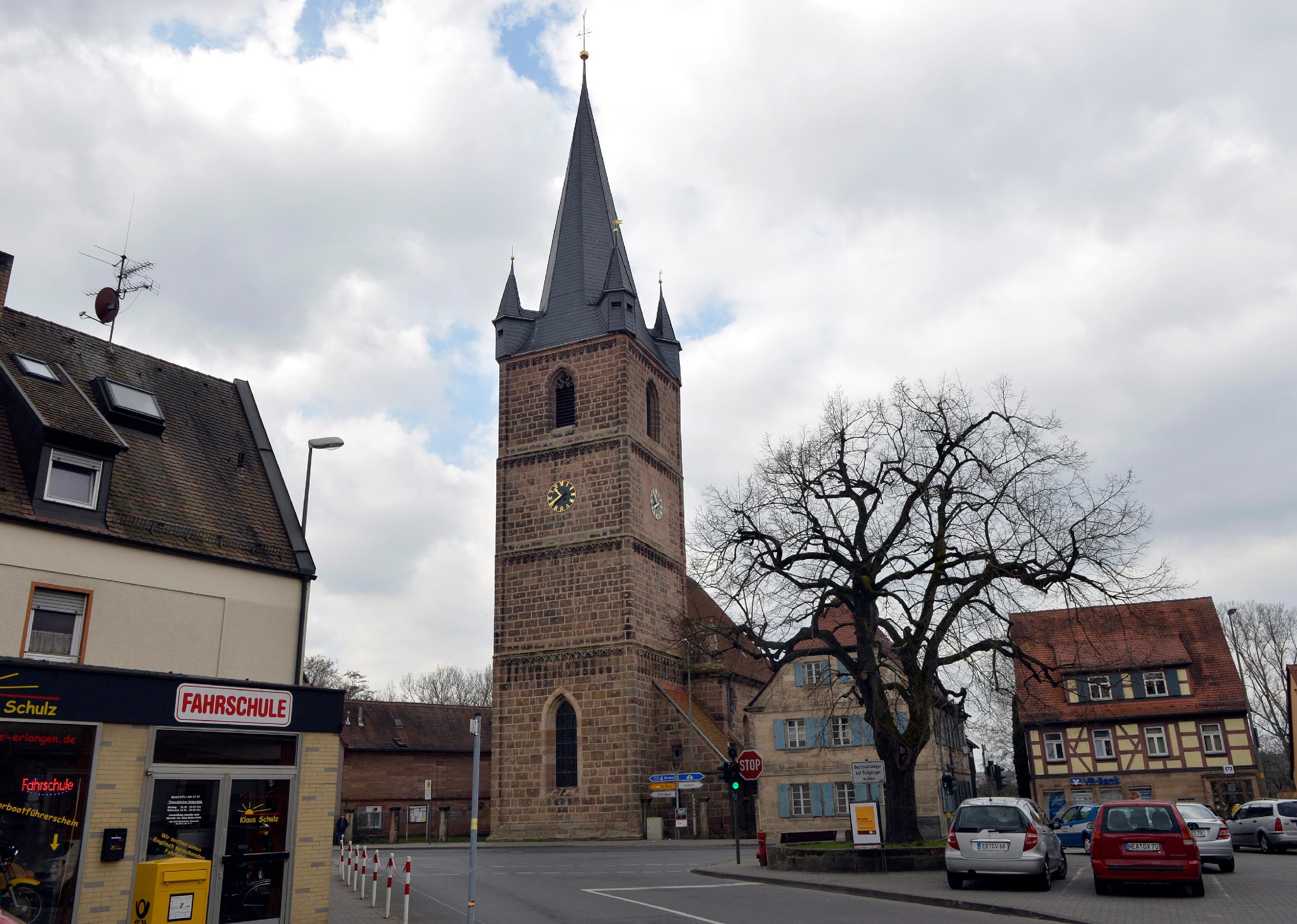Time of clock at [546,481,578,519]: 10:39
